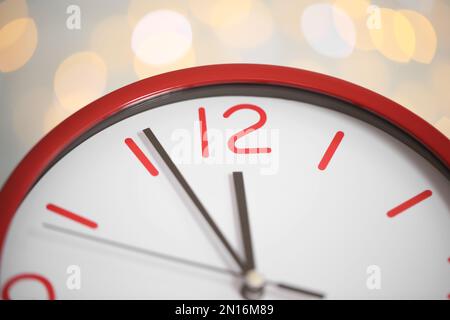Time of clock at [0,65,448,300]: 11:55
